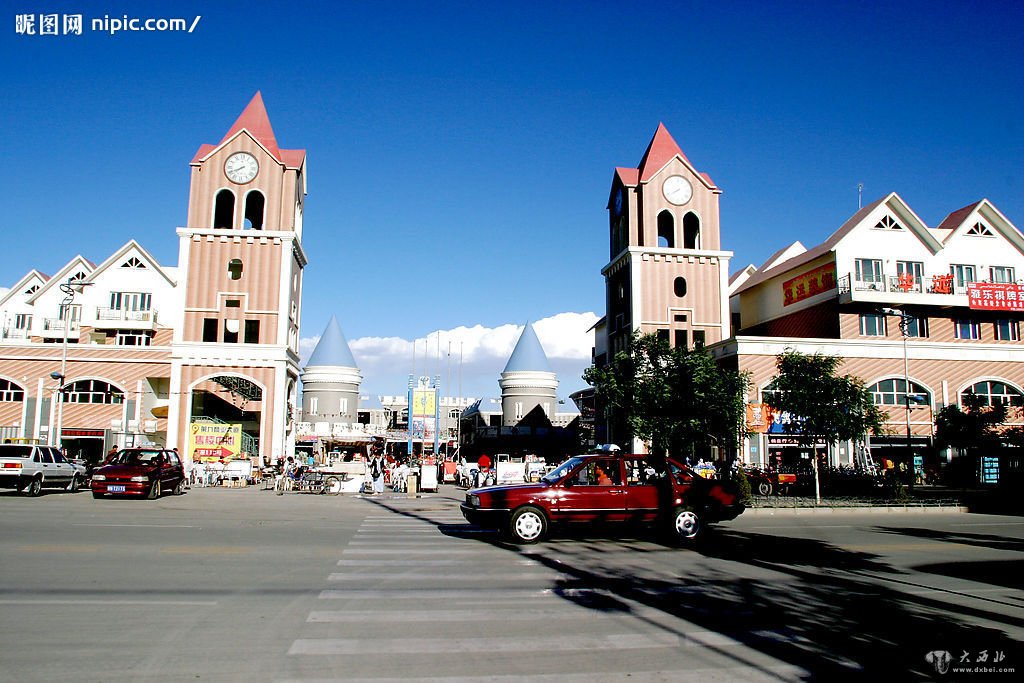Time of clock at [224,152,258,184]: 7:40
